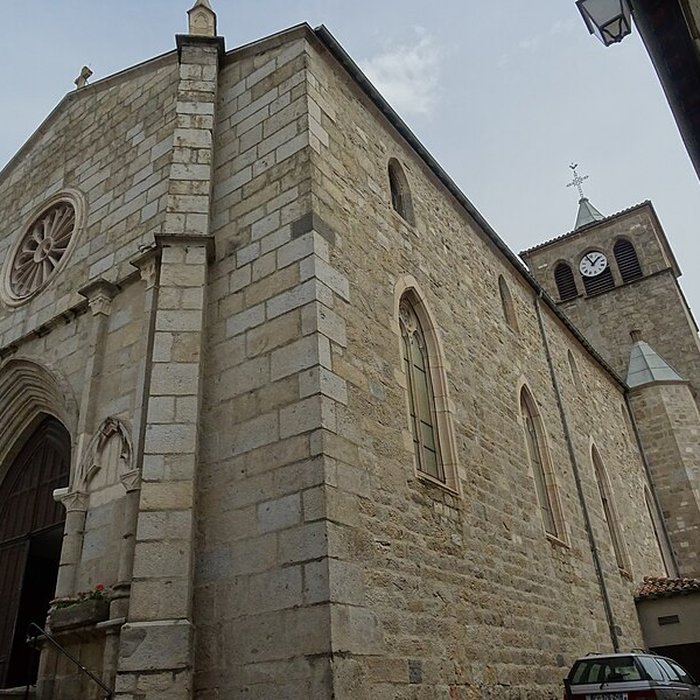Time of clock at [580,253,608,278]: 12:52
